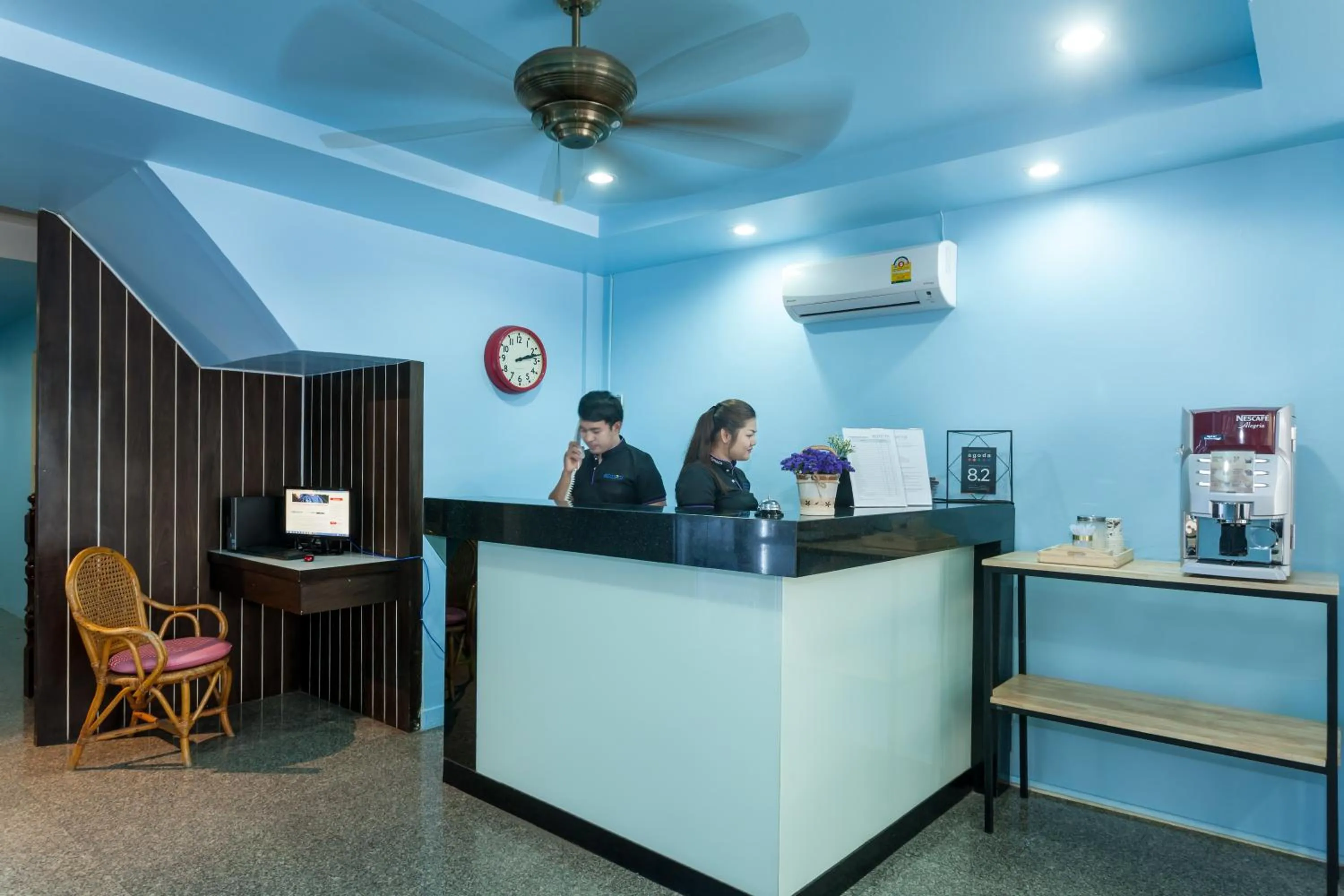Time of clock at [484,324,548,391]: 2:12
